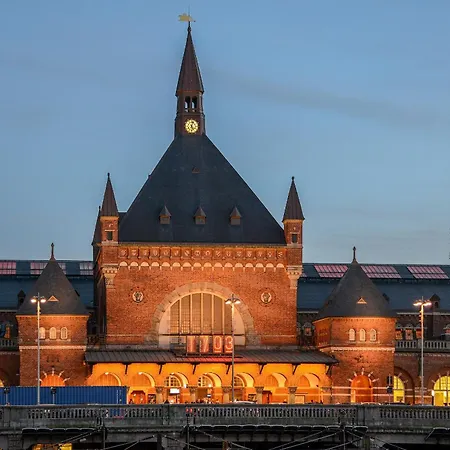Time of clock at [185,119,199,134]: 5:03
